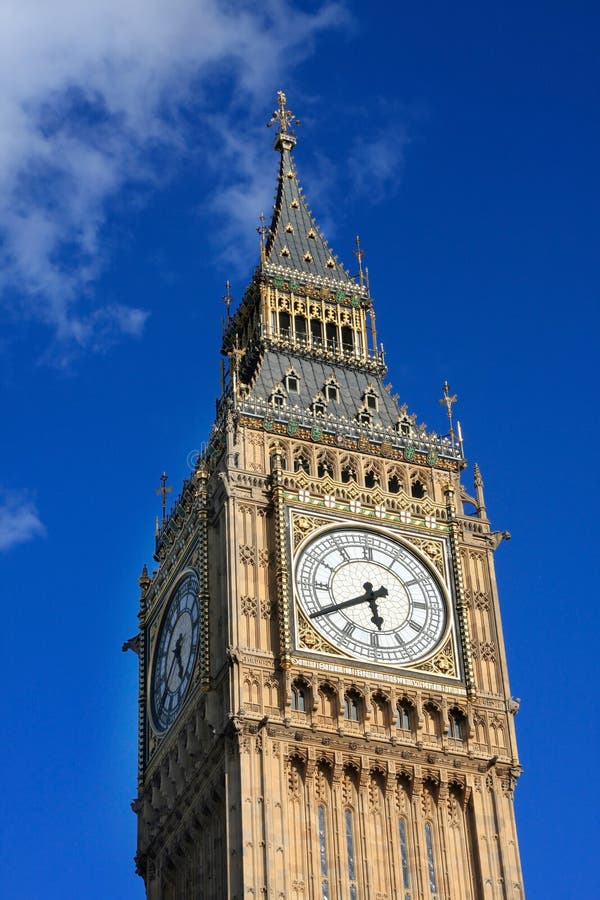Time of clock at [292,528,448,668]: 5:40
